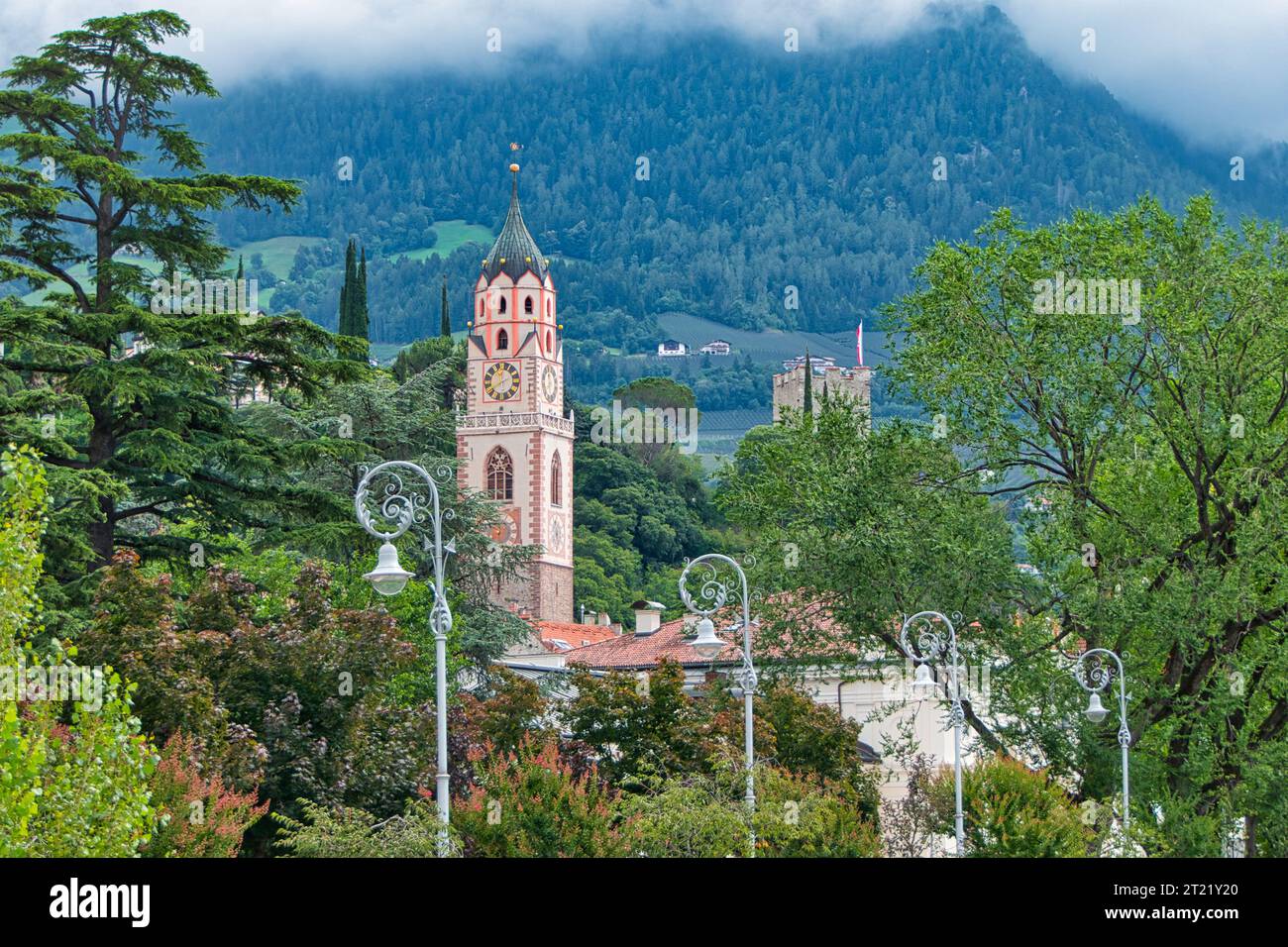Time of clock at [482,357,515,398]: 11:40
